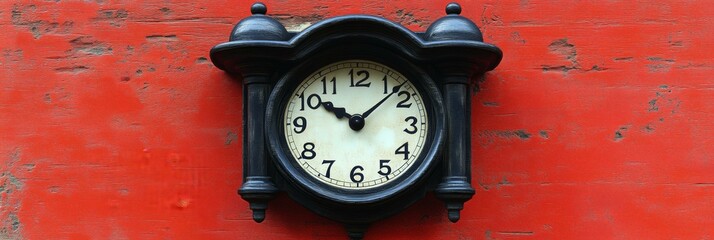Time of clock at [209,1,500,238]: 10:07
